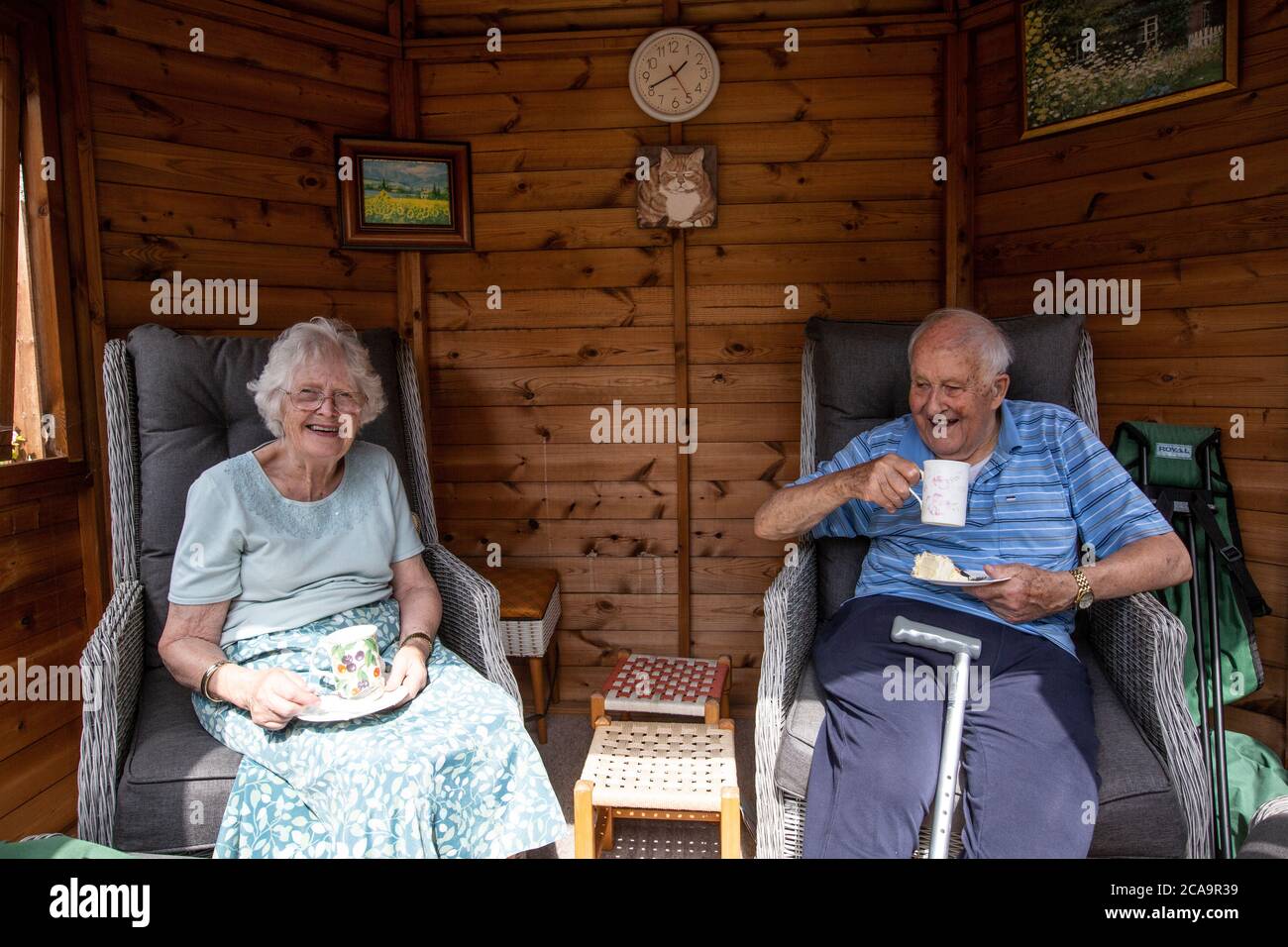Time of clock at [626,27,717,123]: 1:41
